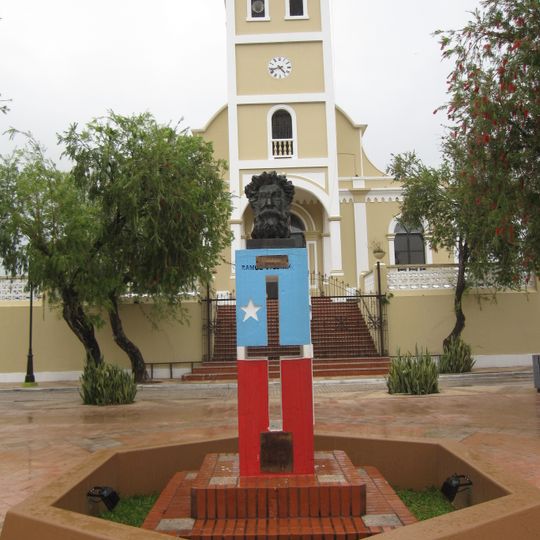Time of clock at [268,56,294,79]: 4:42
